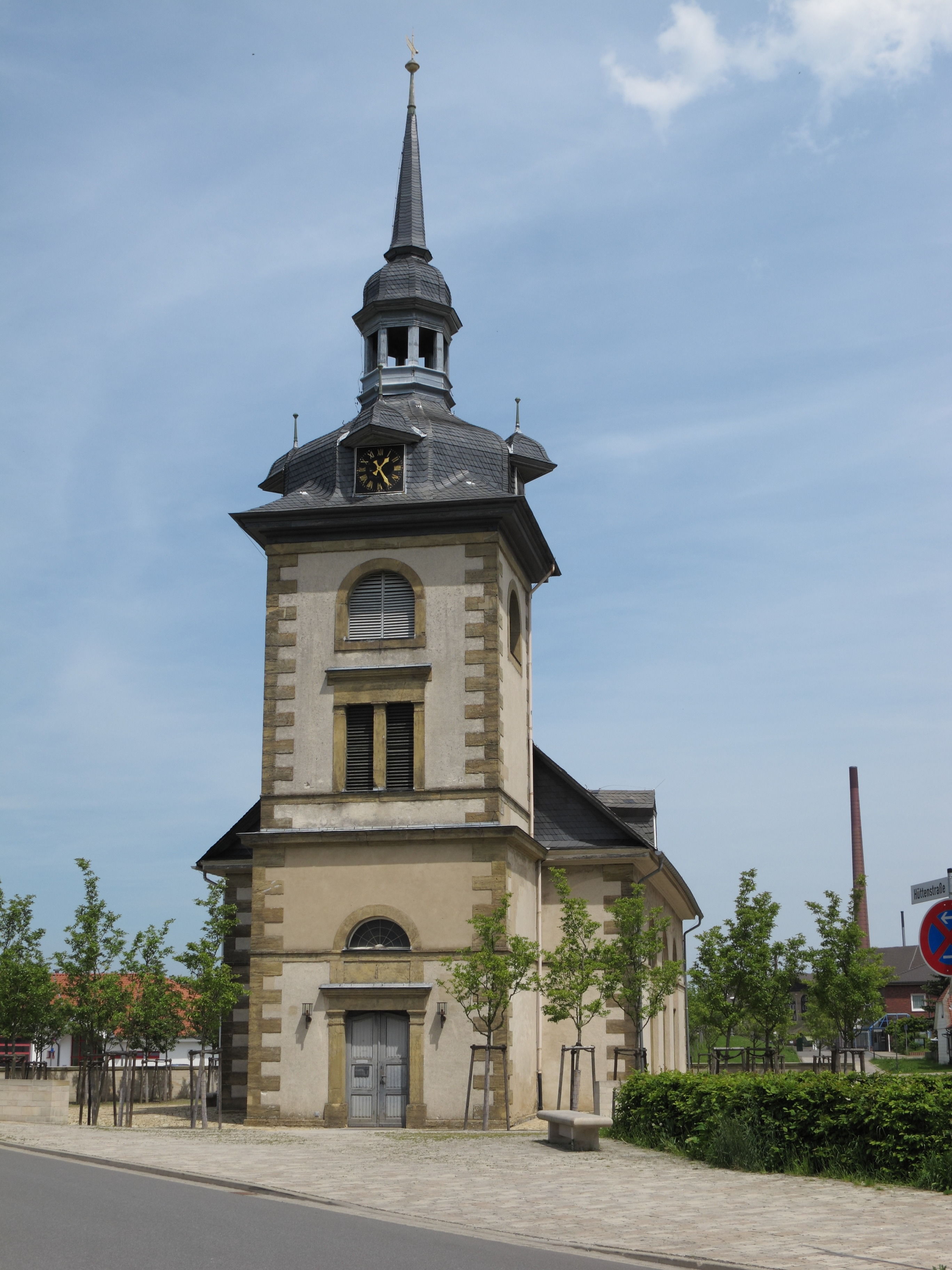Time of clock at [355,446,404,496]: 1:24
